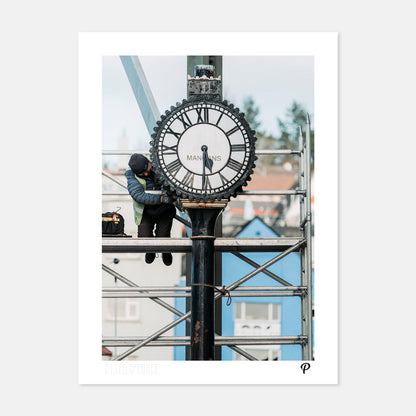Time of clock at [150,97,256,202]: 5:30
